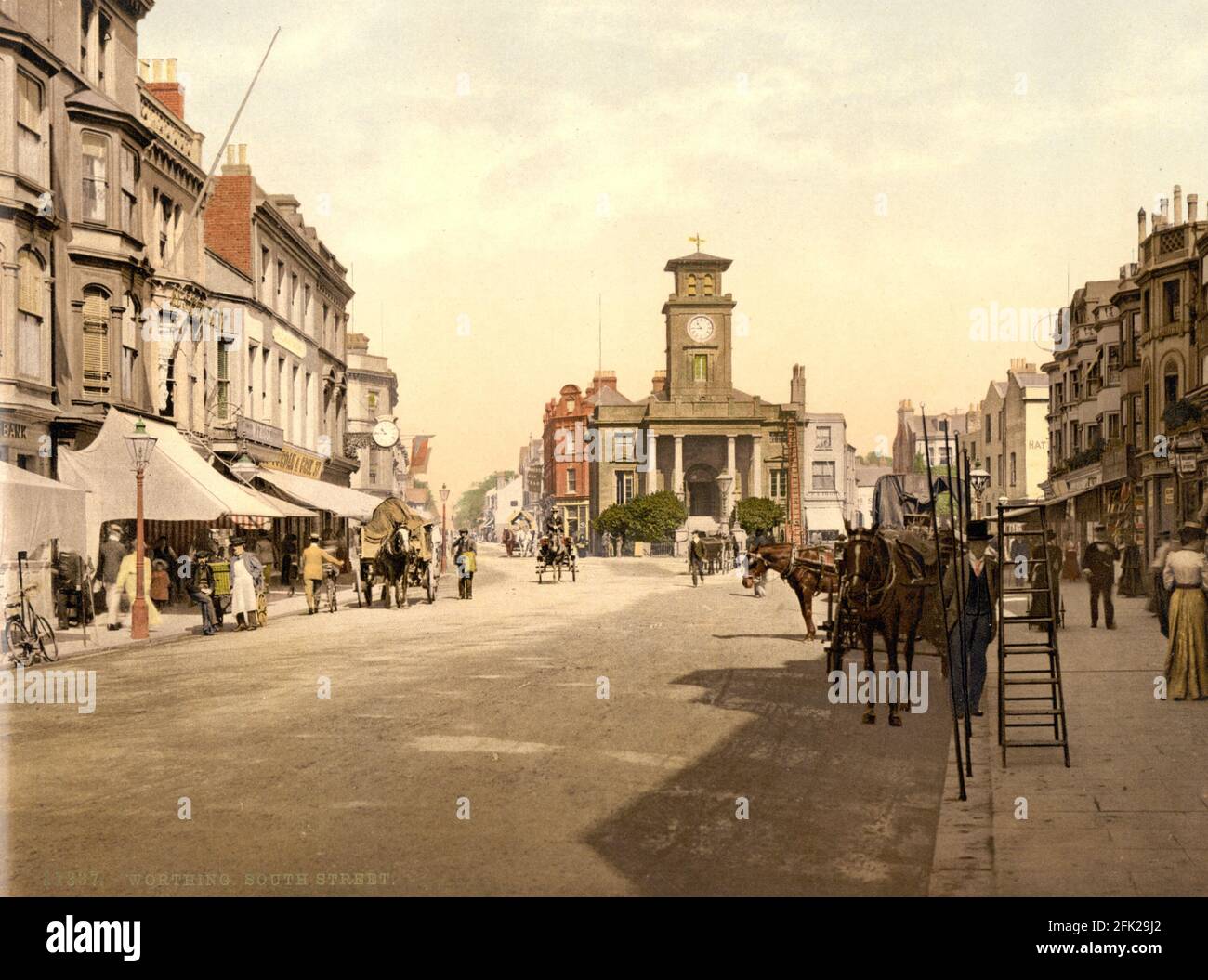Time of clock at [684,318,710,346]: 10:44
